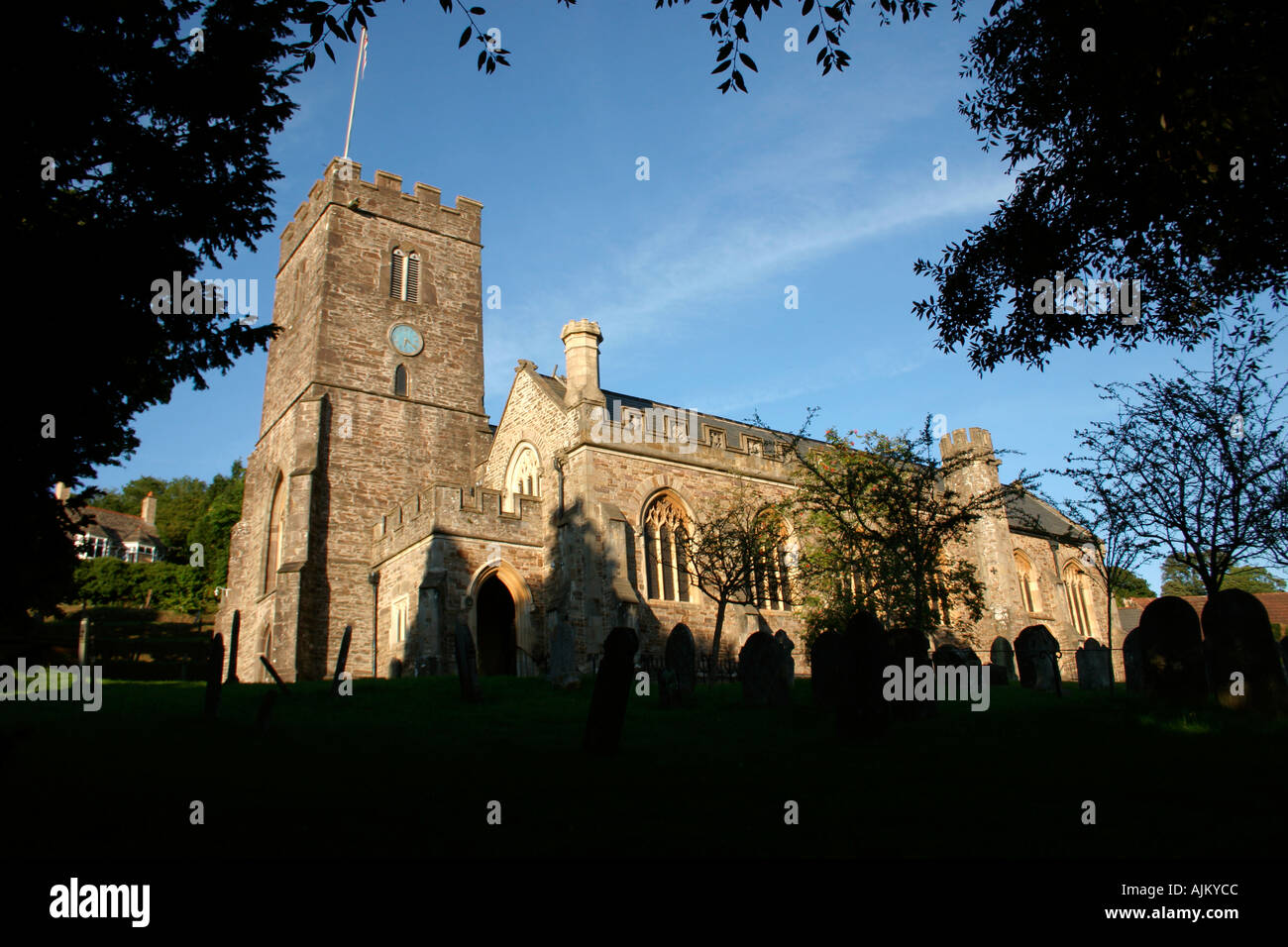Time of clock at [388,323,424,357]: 6:21
